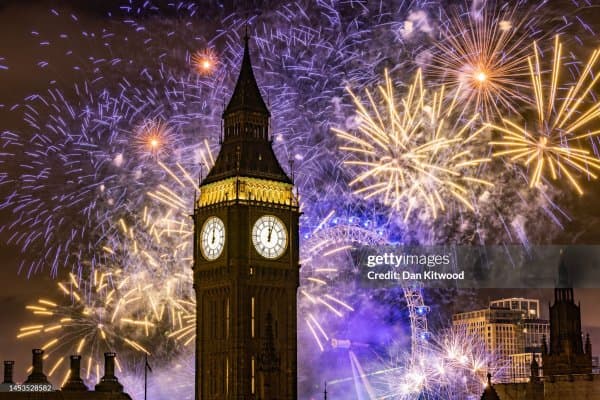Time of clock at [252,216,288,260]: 12:03
